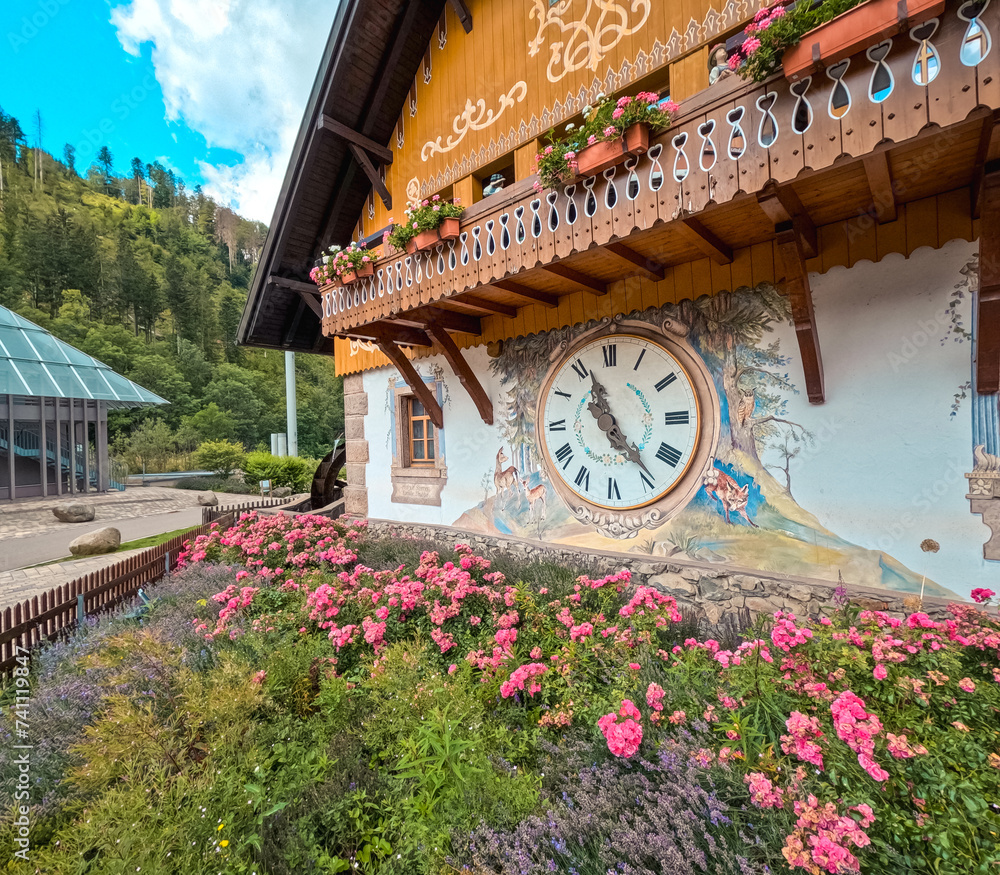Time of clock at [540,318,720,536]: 11:23
